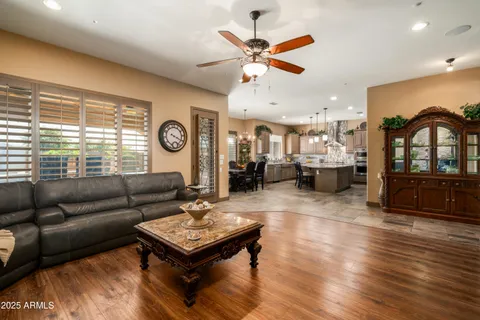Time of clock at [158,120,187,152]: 4:19
